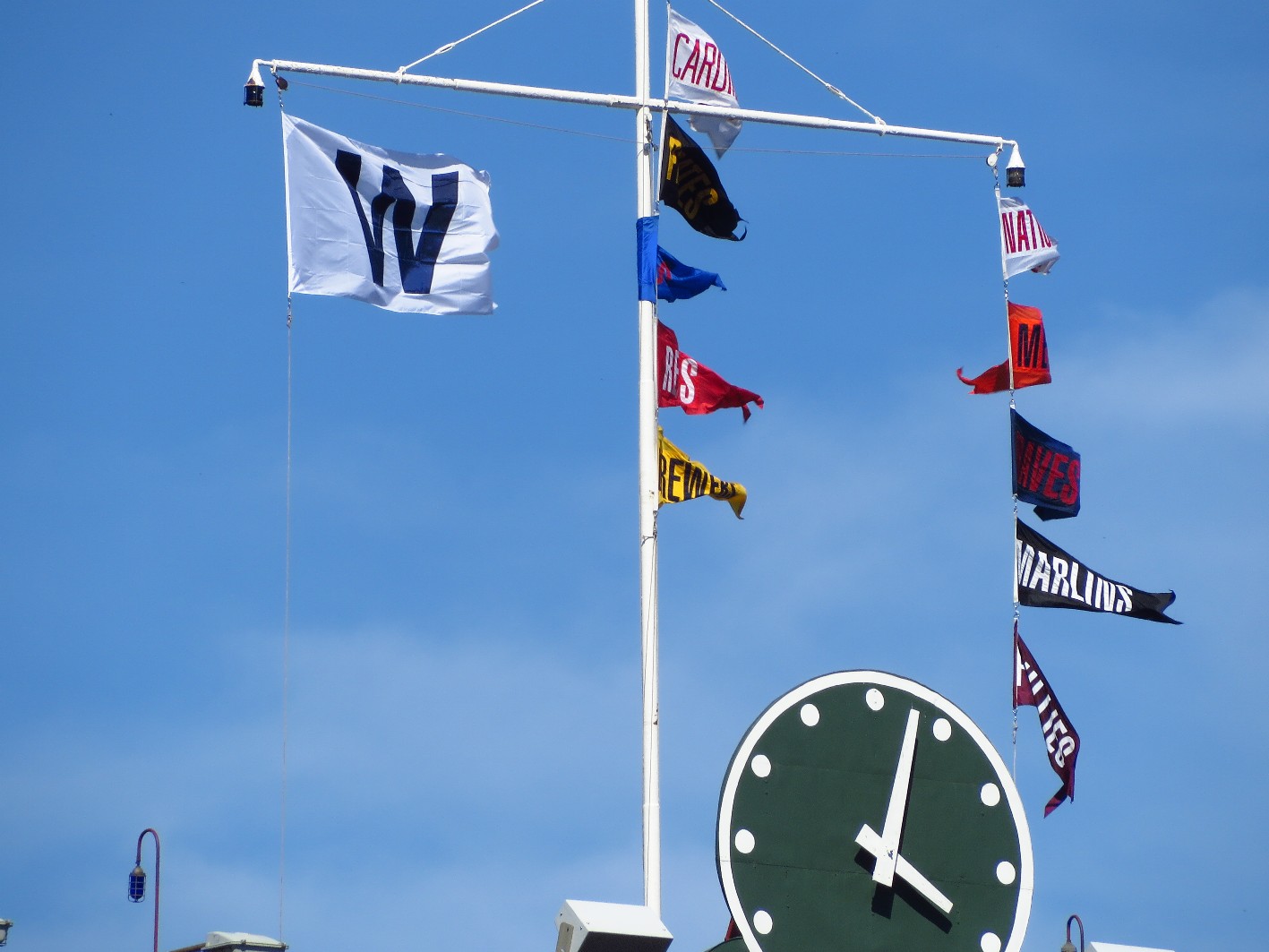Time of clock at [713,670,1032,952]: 4:02
